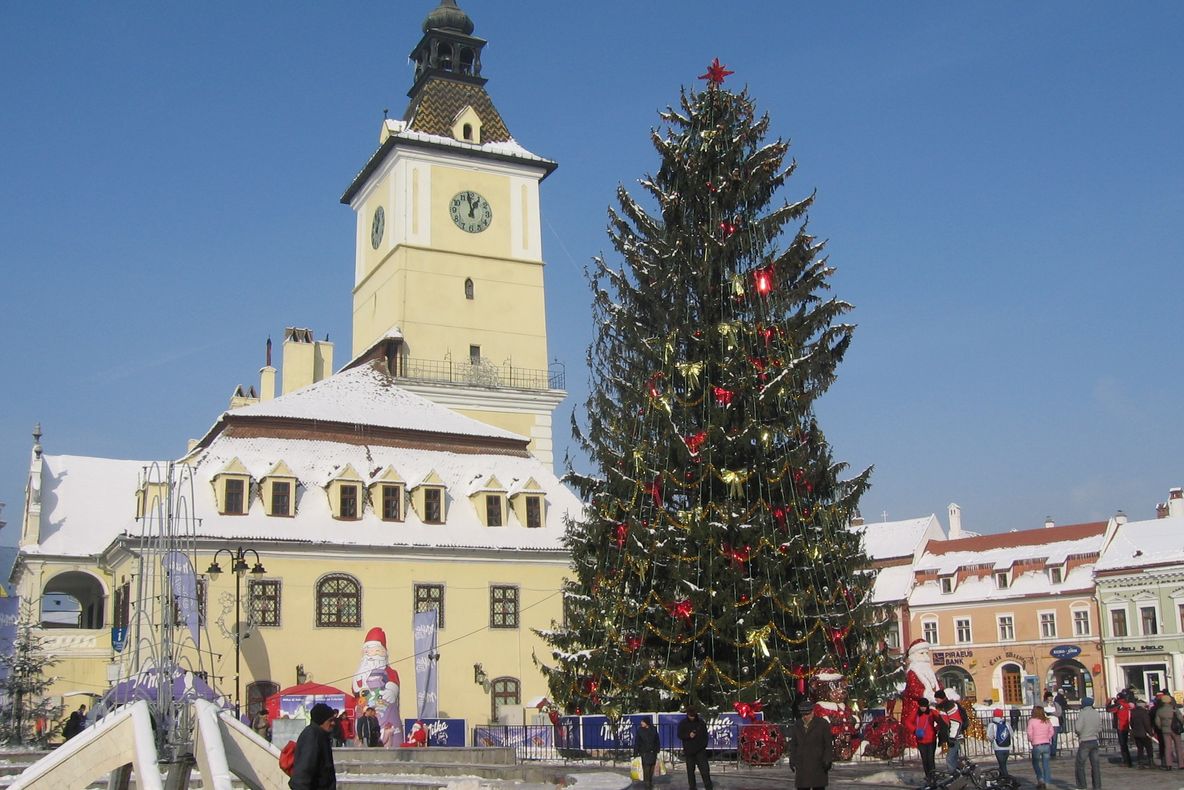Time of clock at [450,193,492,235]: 12:58
